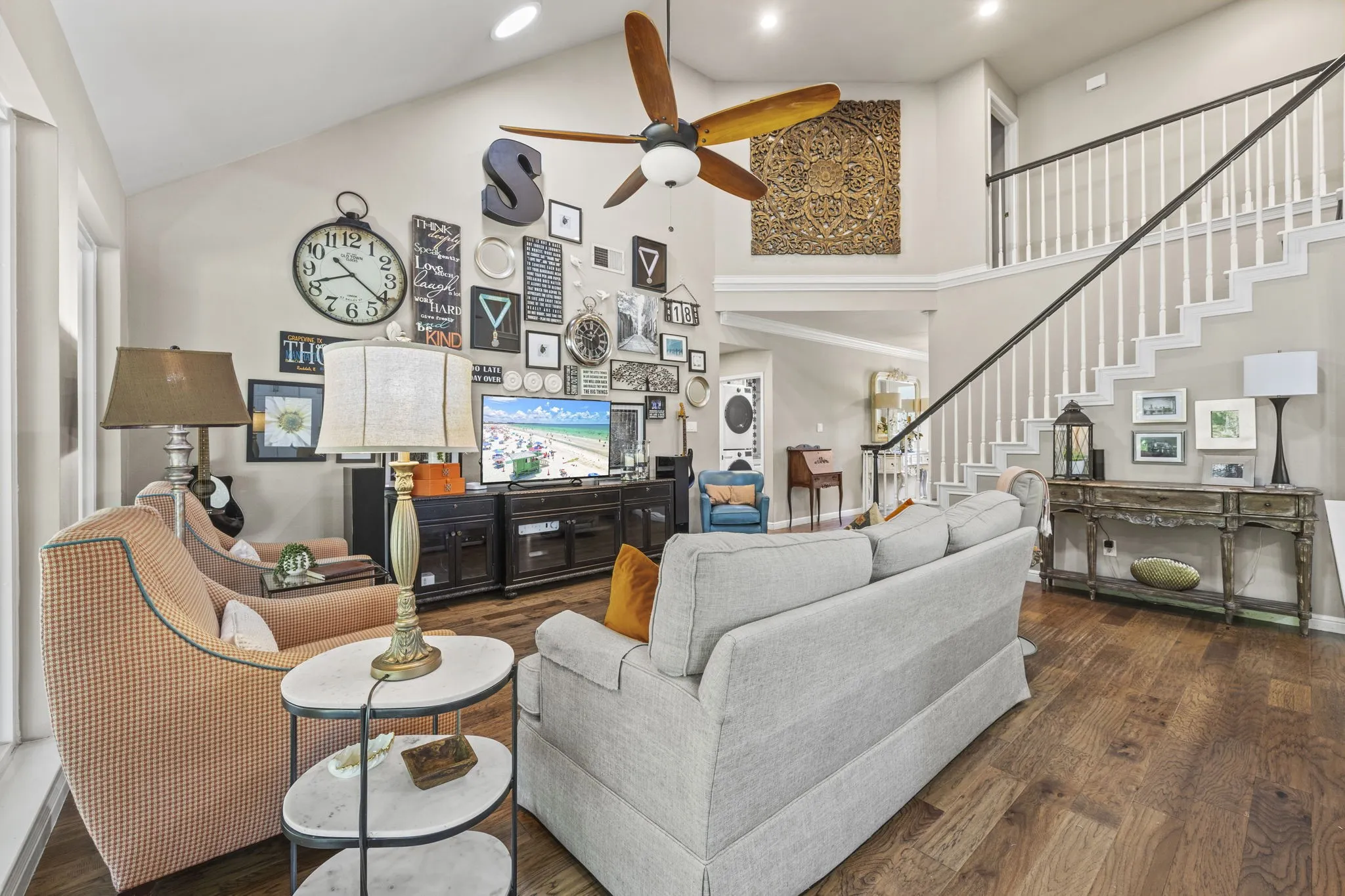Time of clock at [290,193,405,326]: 8:21
